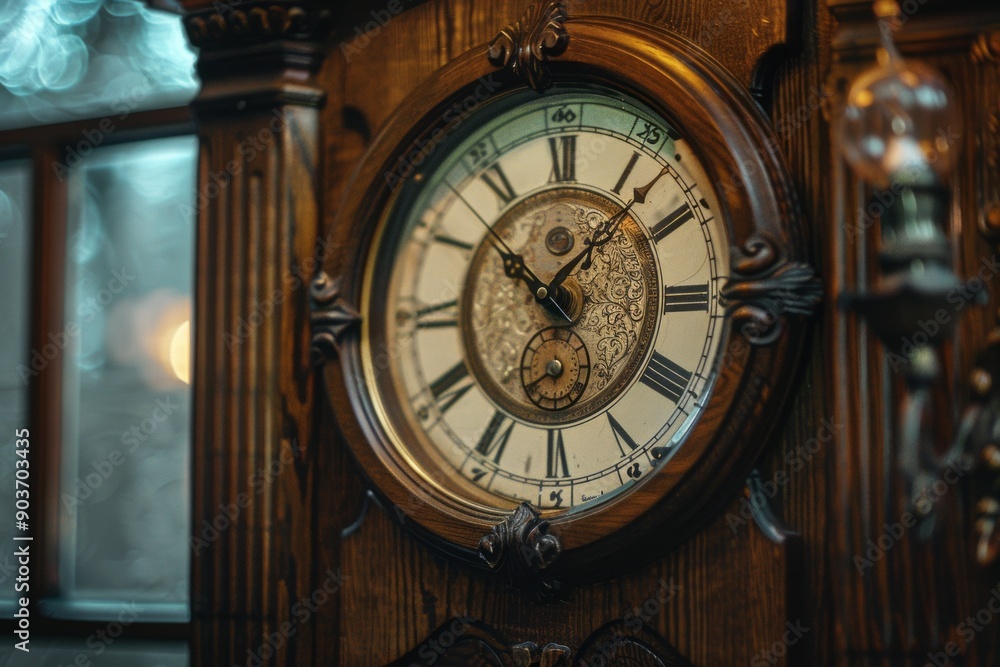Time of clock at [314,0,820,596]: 10:07
